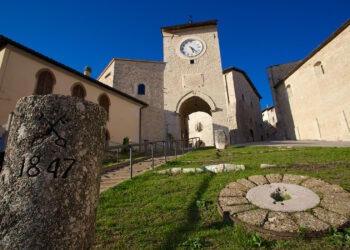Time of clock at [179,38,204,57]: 5:22
